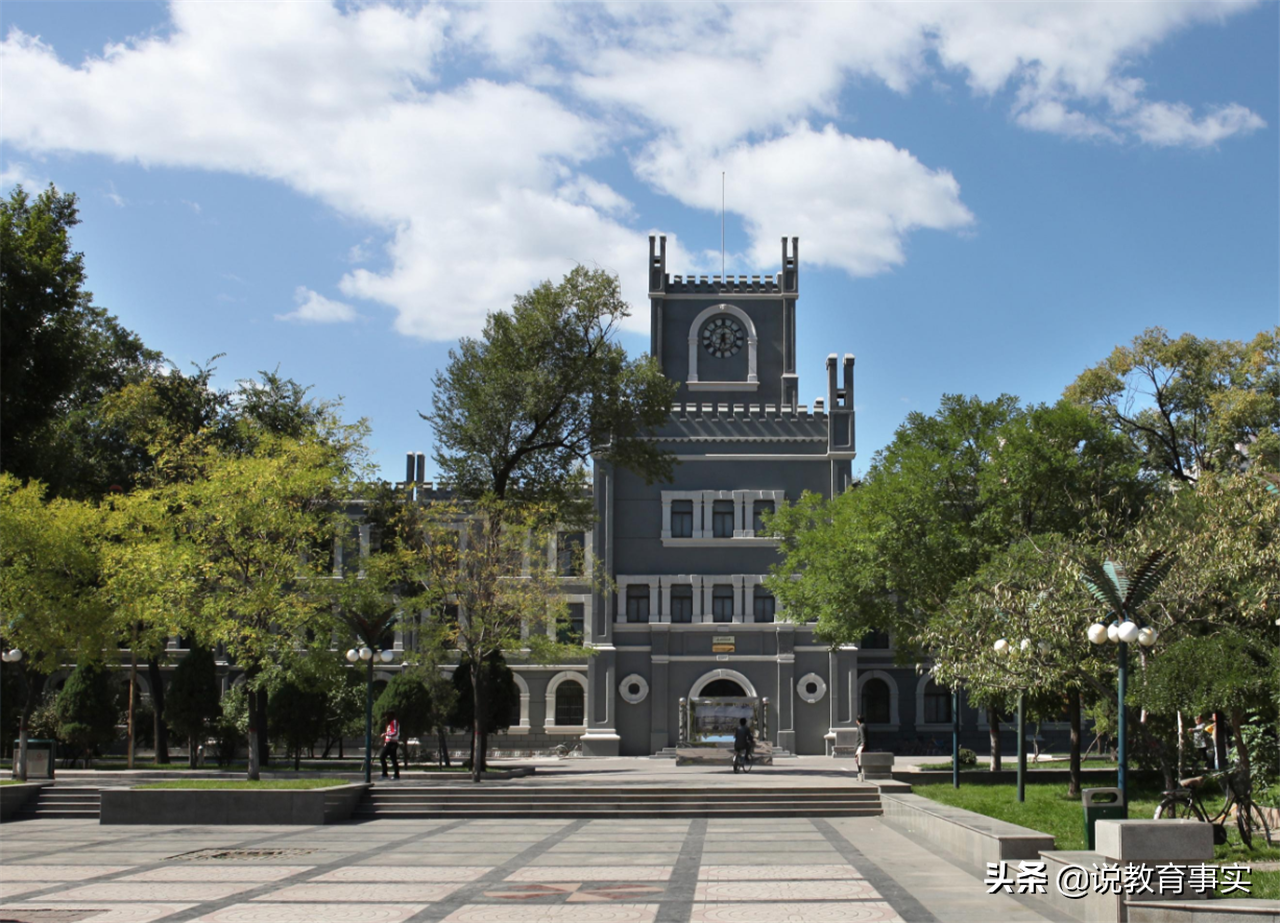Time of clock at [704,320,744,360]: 5:33
